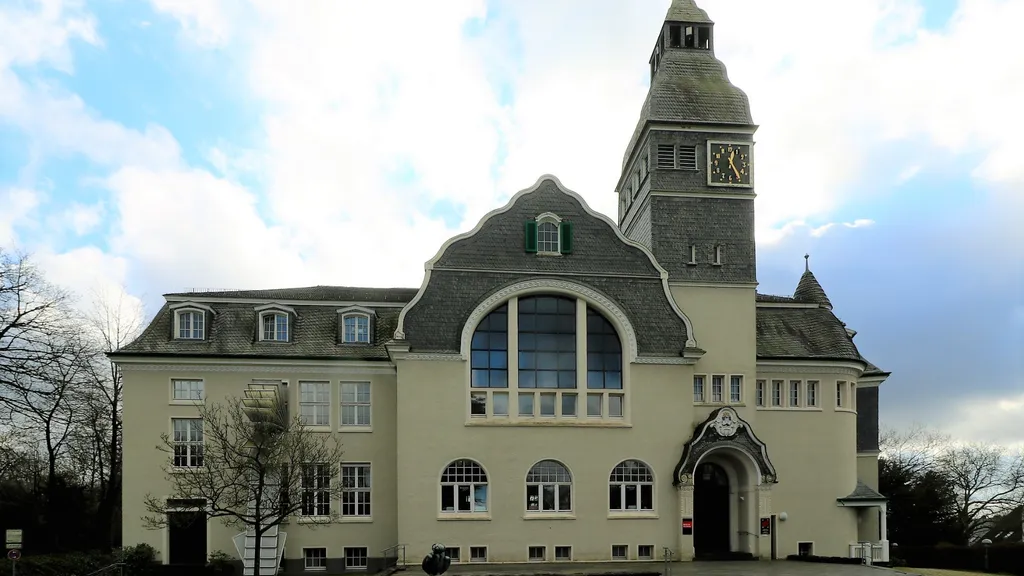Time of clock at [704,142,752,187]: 12:24
